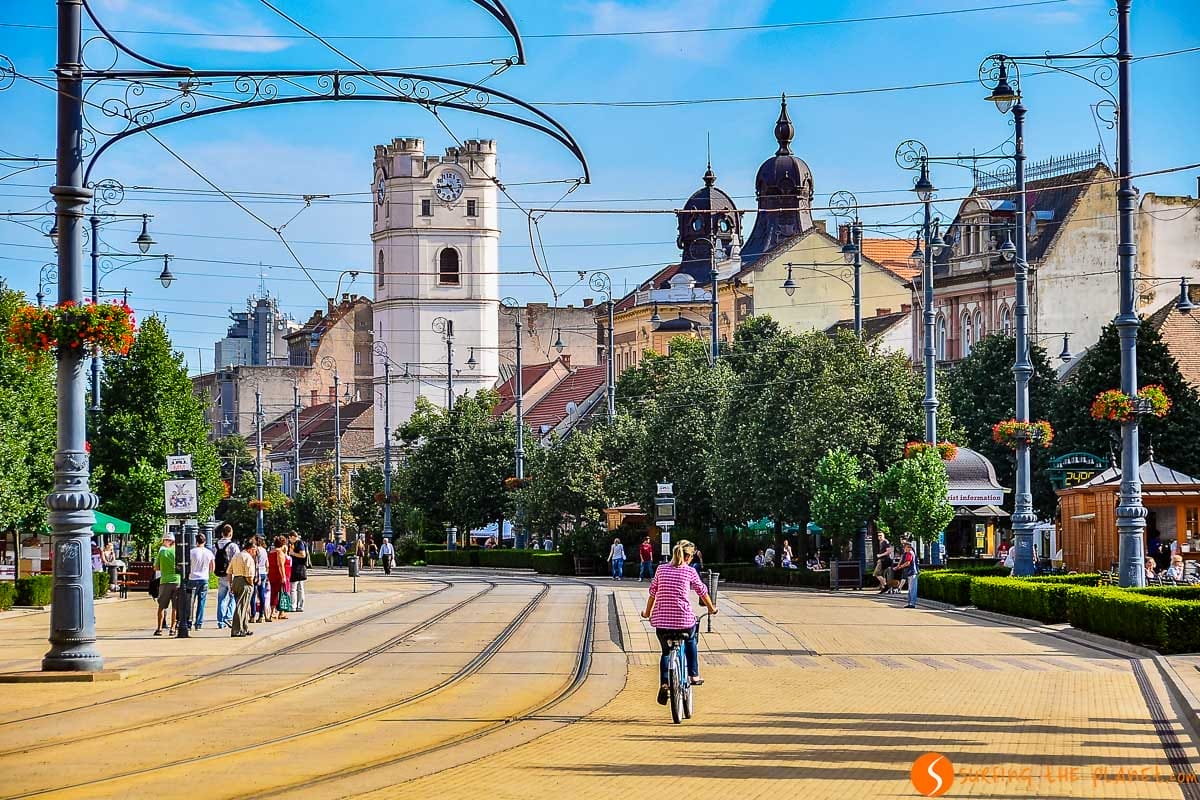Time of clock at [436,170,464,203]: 4:43
